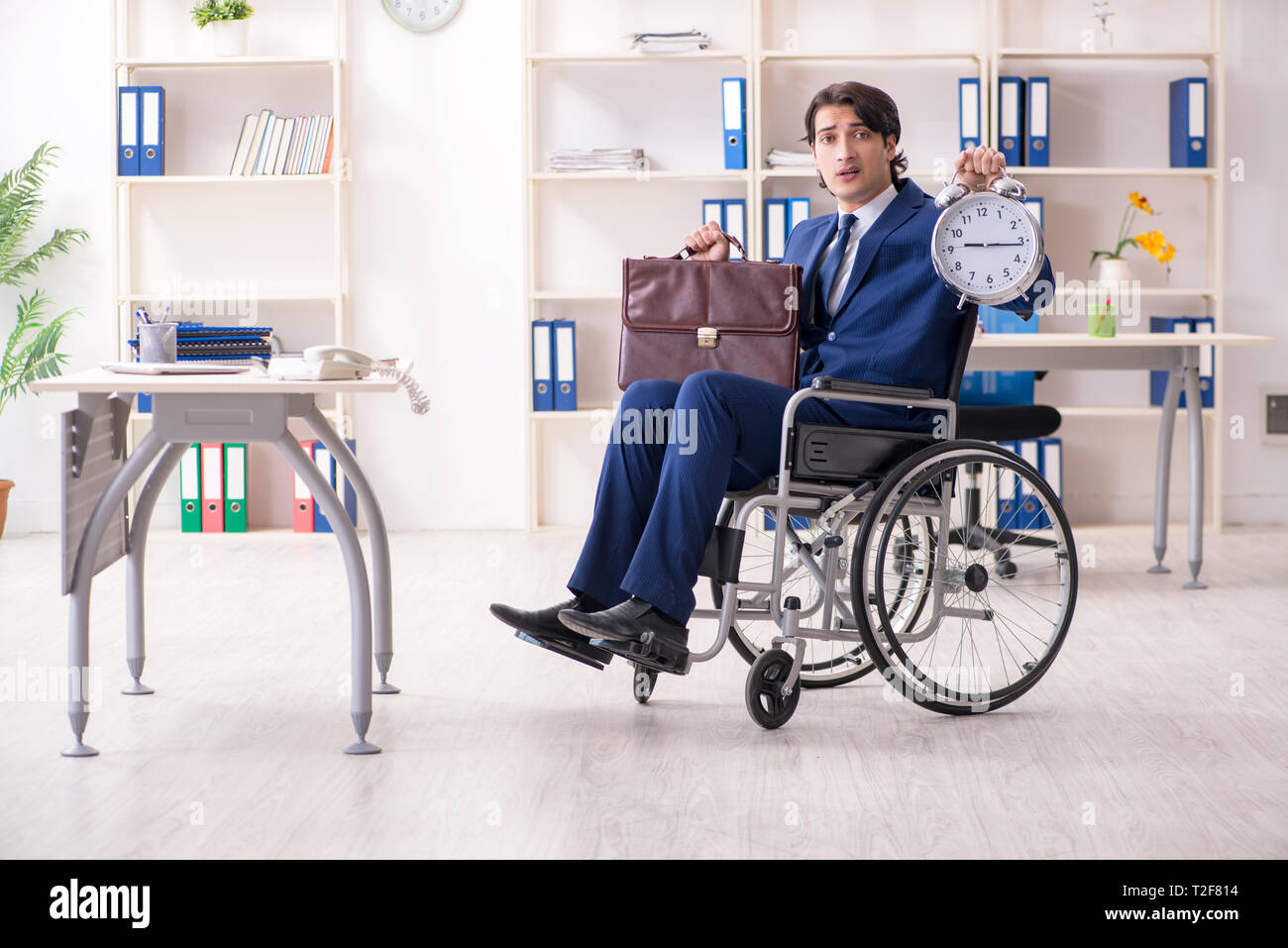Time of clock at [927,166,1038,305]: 9:16
